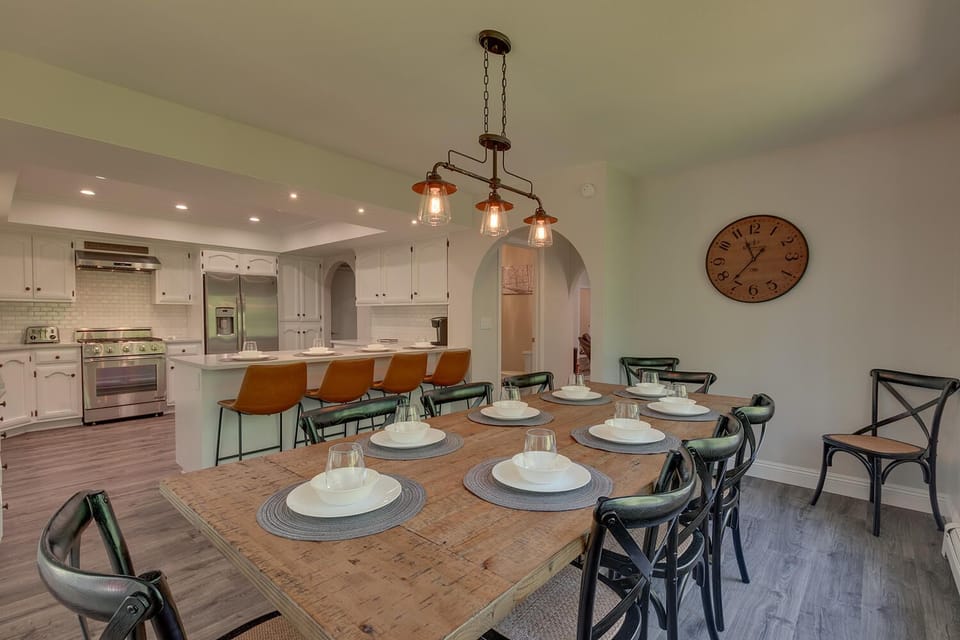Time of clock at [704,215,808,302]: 11:36
